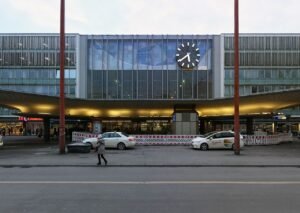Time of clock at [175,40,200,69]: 5:38
